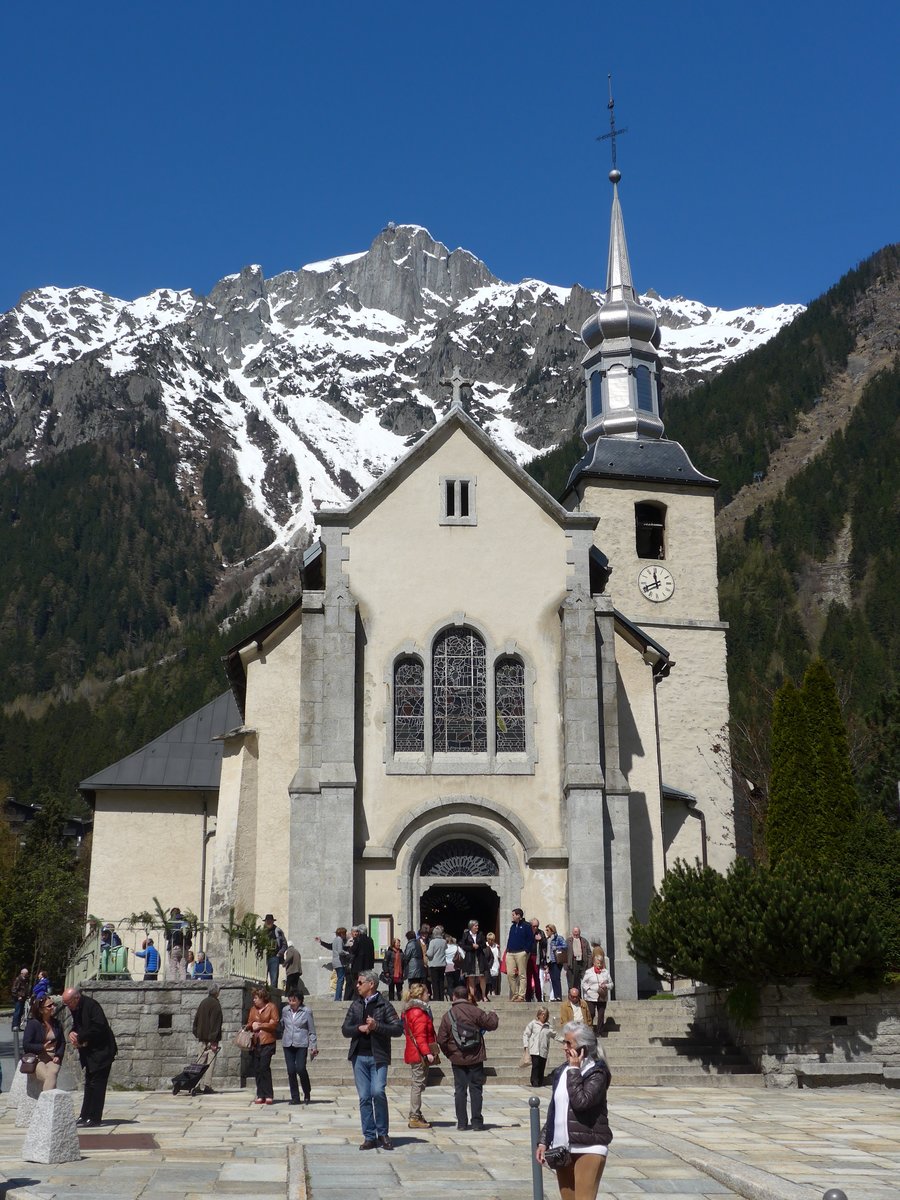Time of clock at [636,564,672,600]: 11:41
